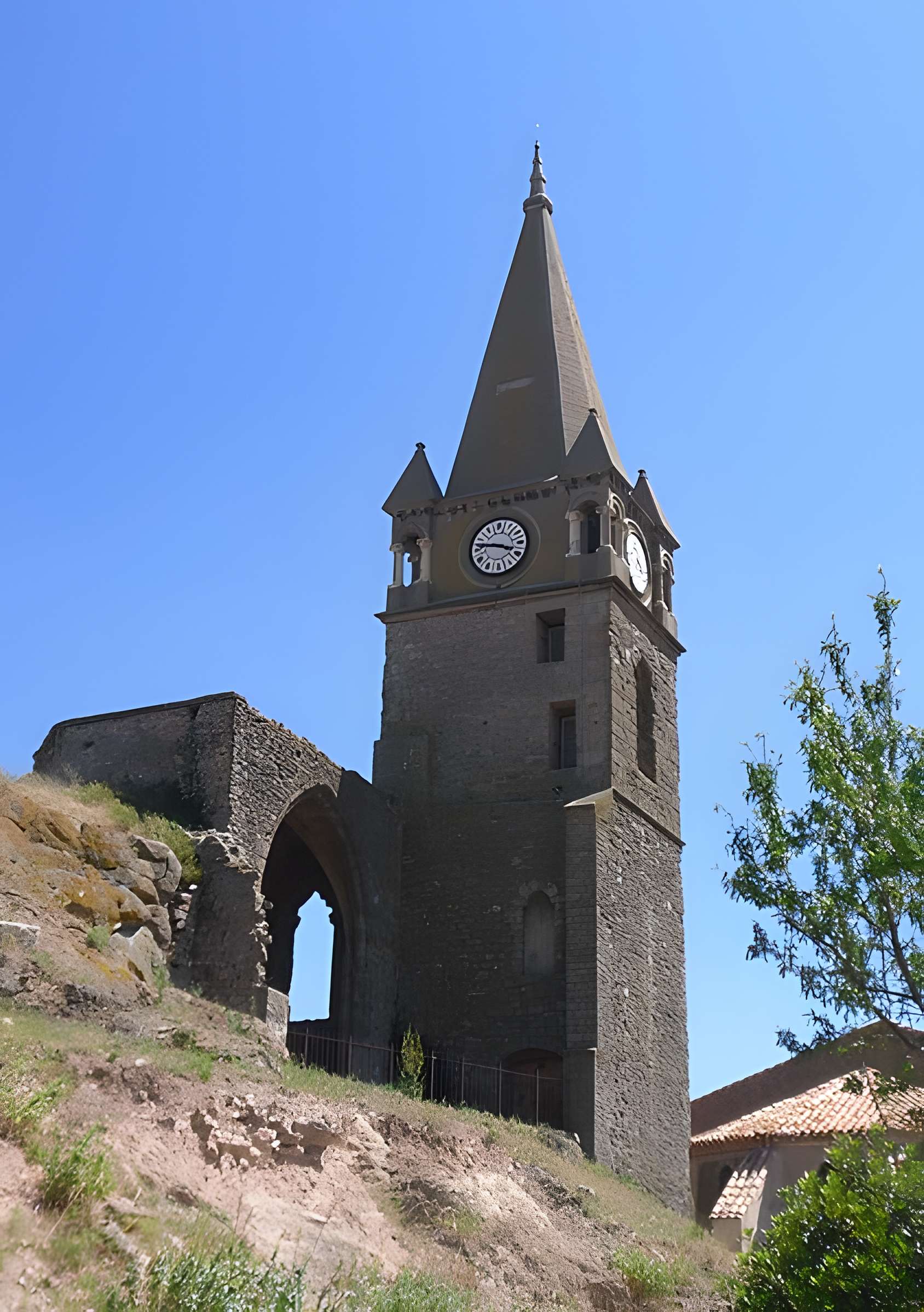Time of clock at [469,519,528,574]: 3:46
